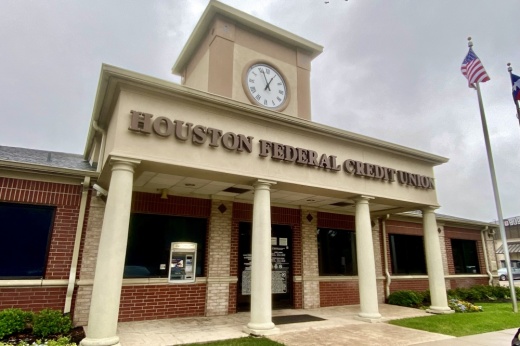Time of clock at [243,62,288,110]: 12:56
